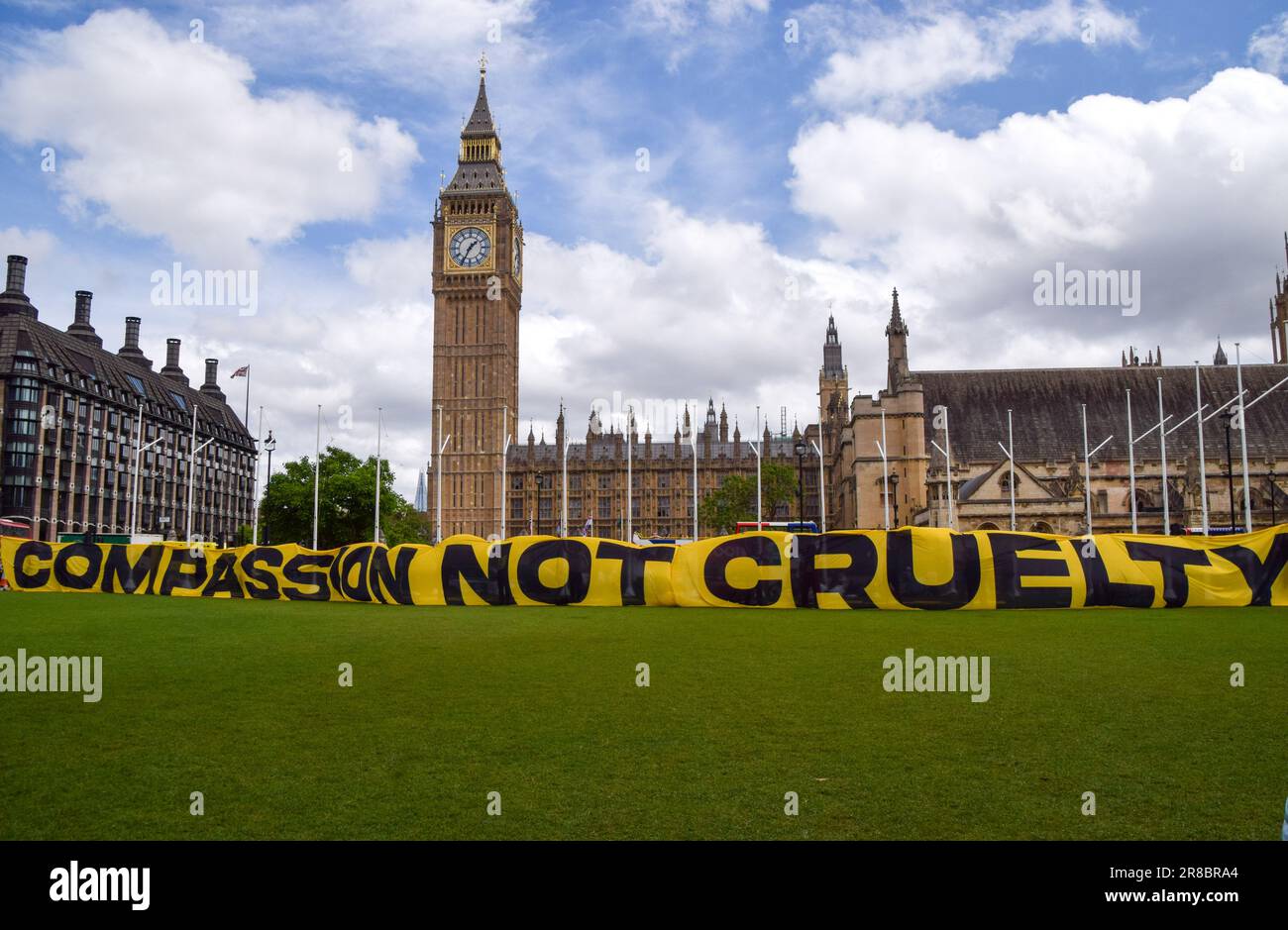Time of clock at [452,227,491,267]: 1:34
